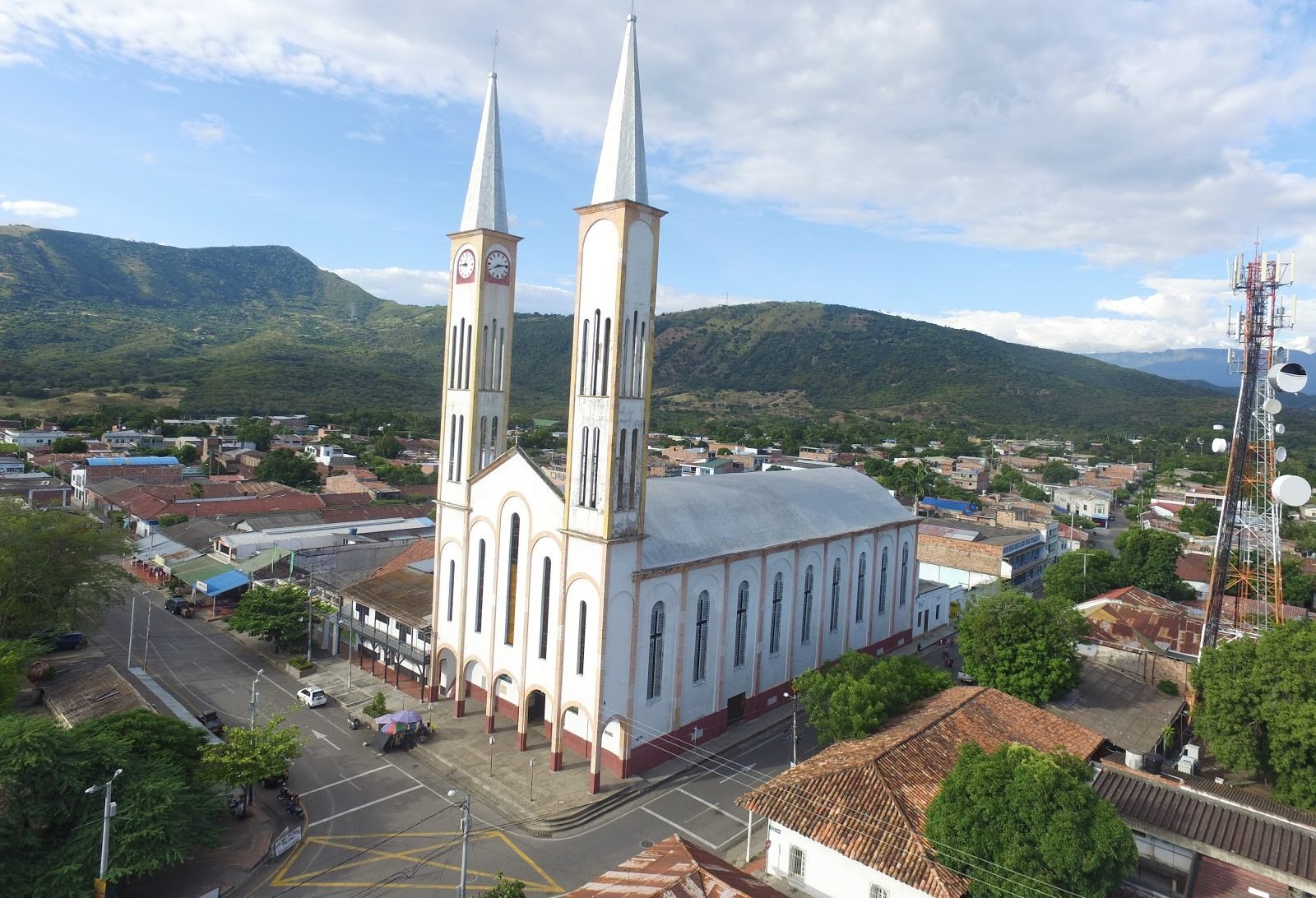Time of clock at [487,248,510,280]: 8:13
